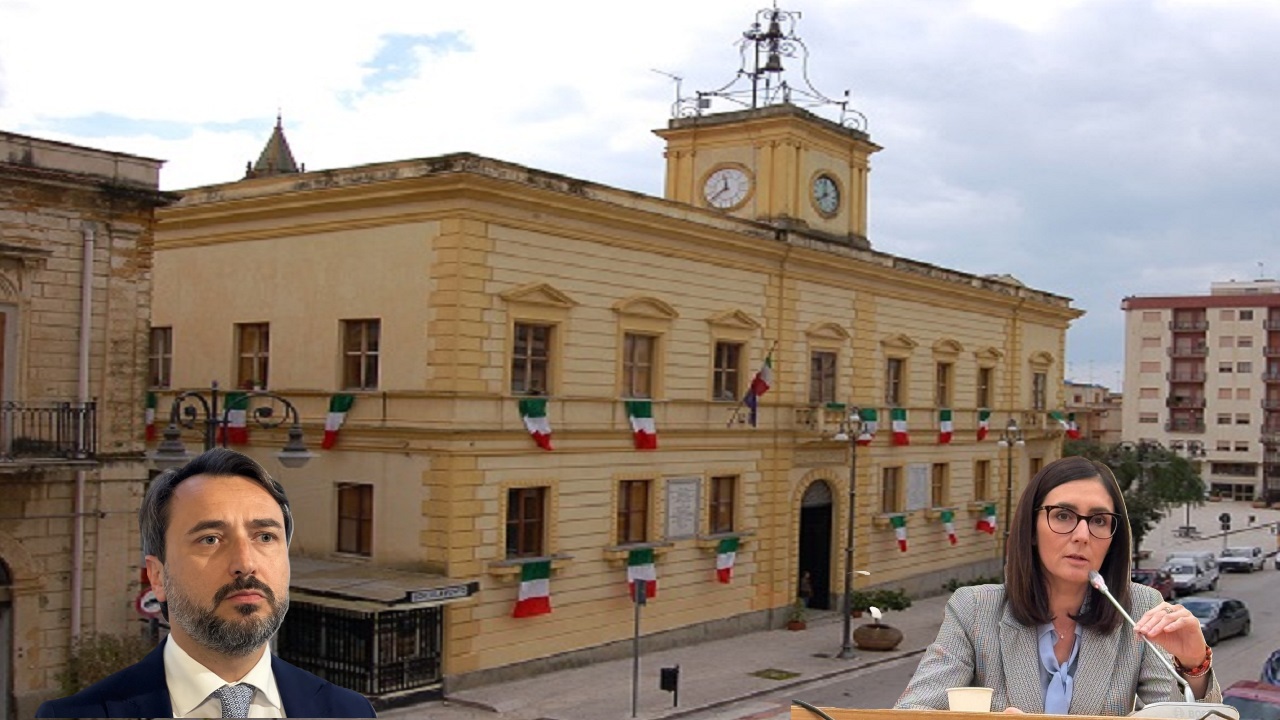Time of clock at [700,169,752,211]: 11:37
